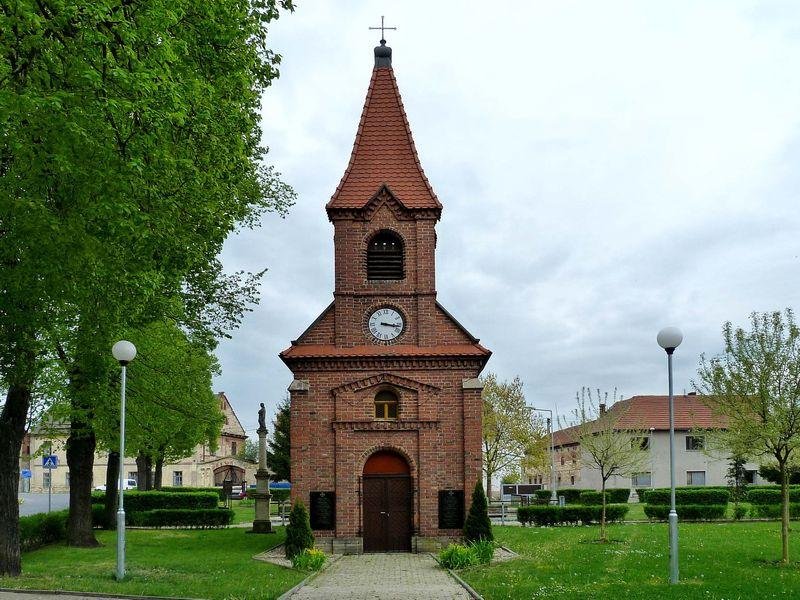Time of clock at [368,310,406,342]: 3:16
